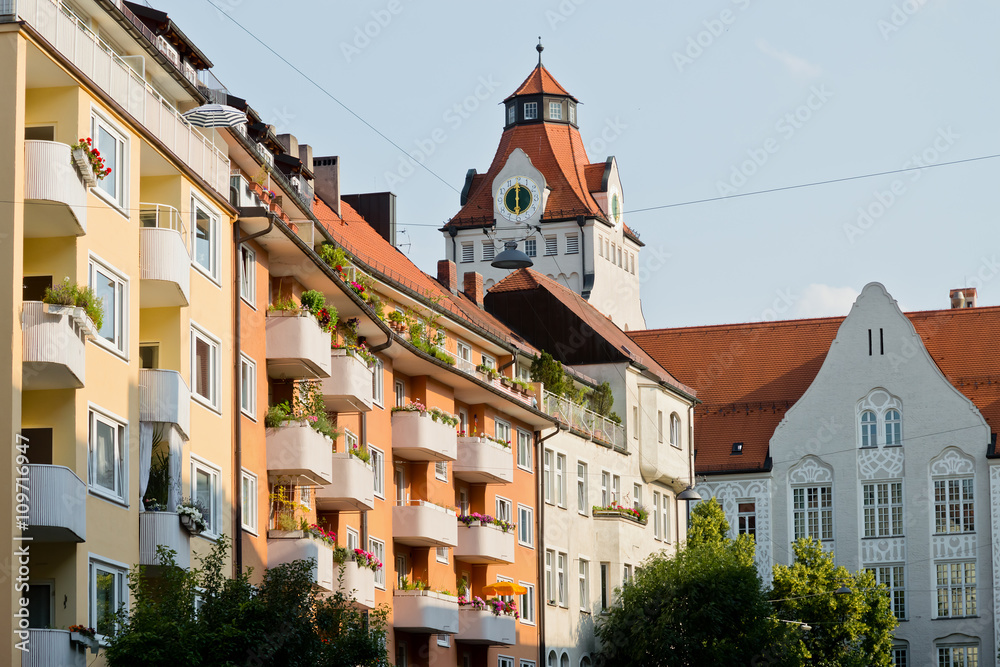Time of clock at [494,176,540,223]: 5:59
